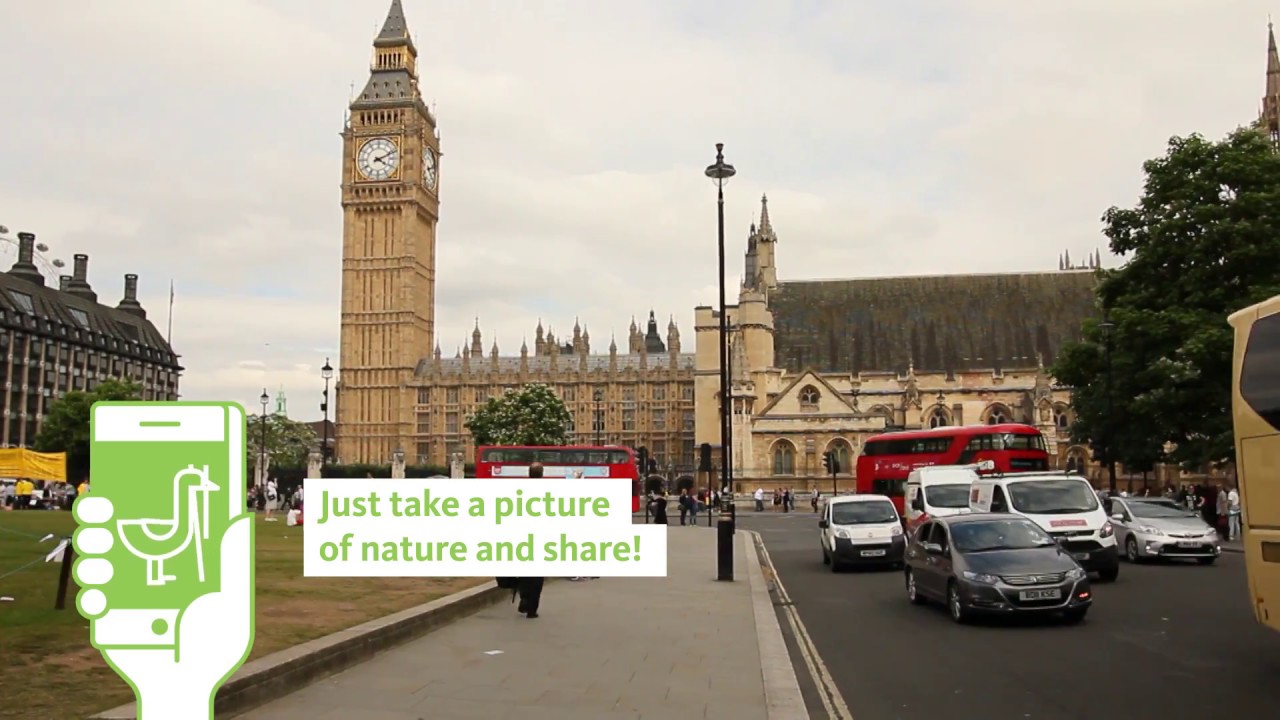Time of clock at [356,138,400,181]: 4:11
